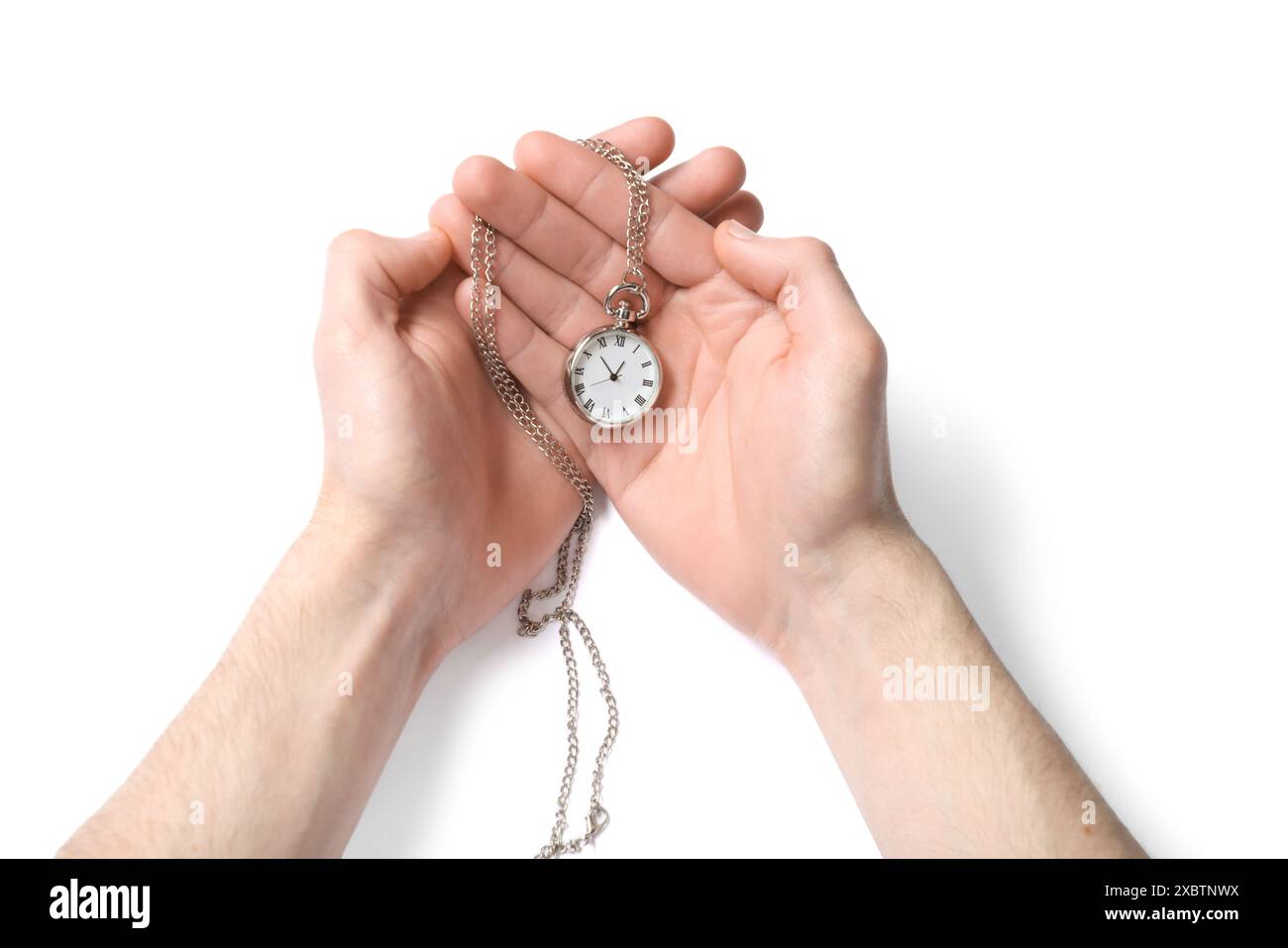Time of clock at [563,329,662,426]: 12:52
